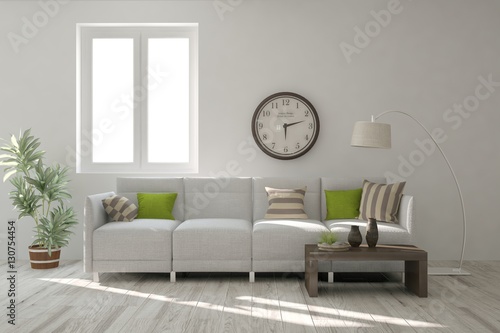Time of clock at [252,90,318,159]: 2:29
